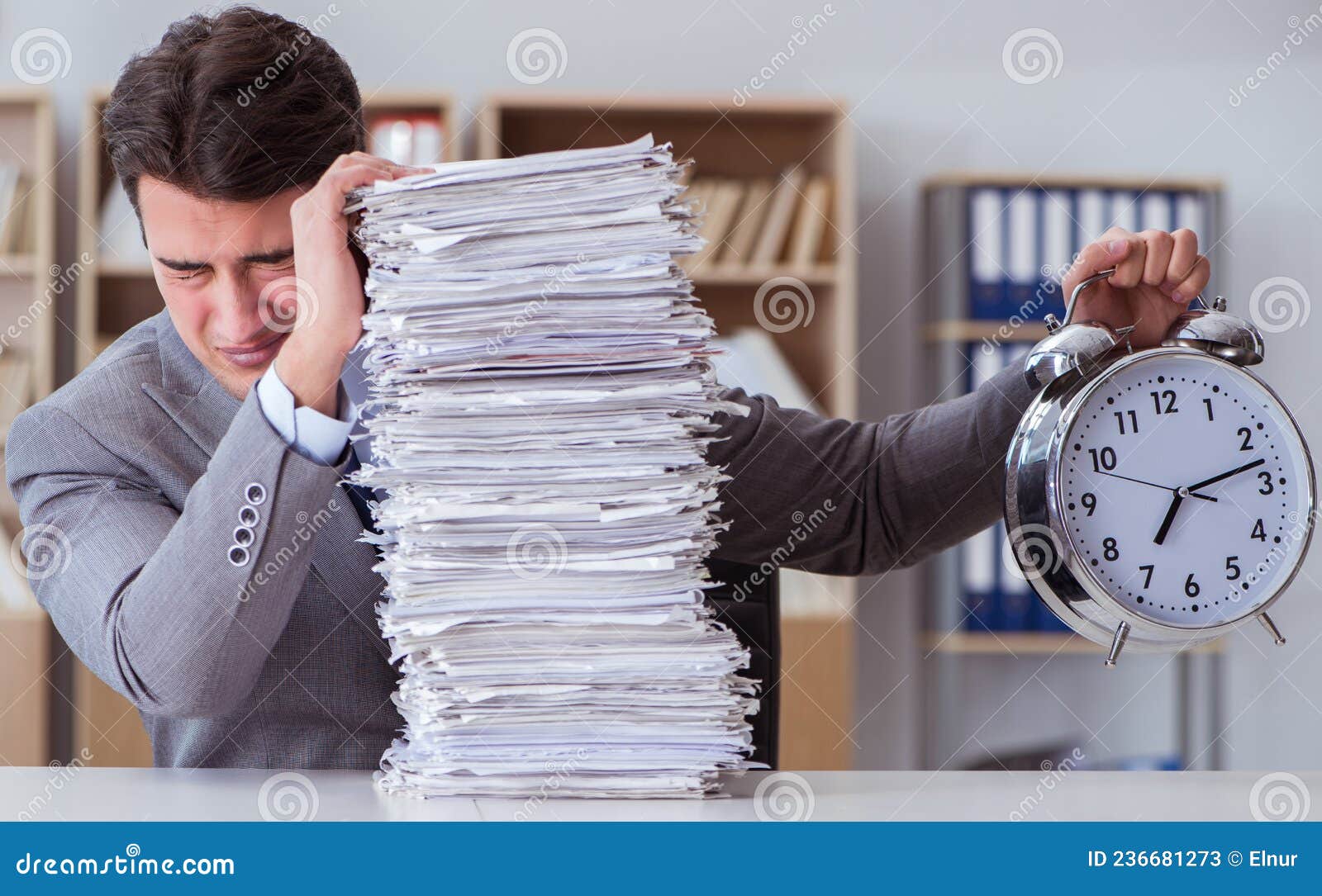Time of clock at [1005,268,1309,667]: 7:12
